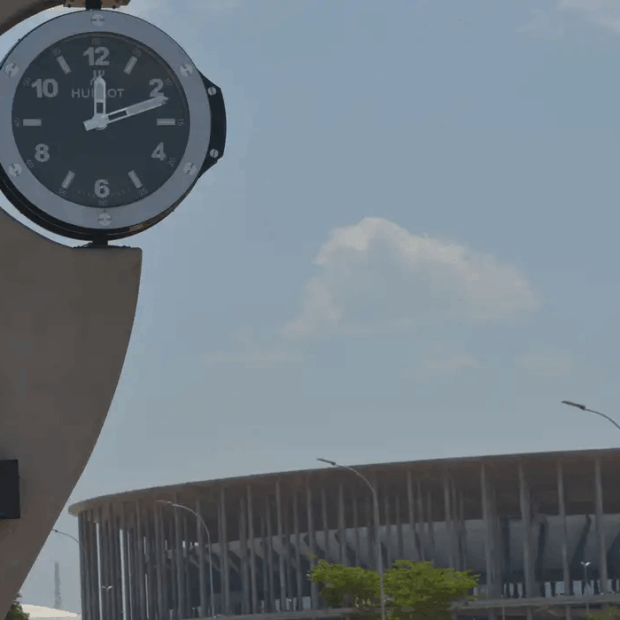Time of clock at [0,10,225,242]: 12:11
